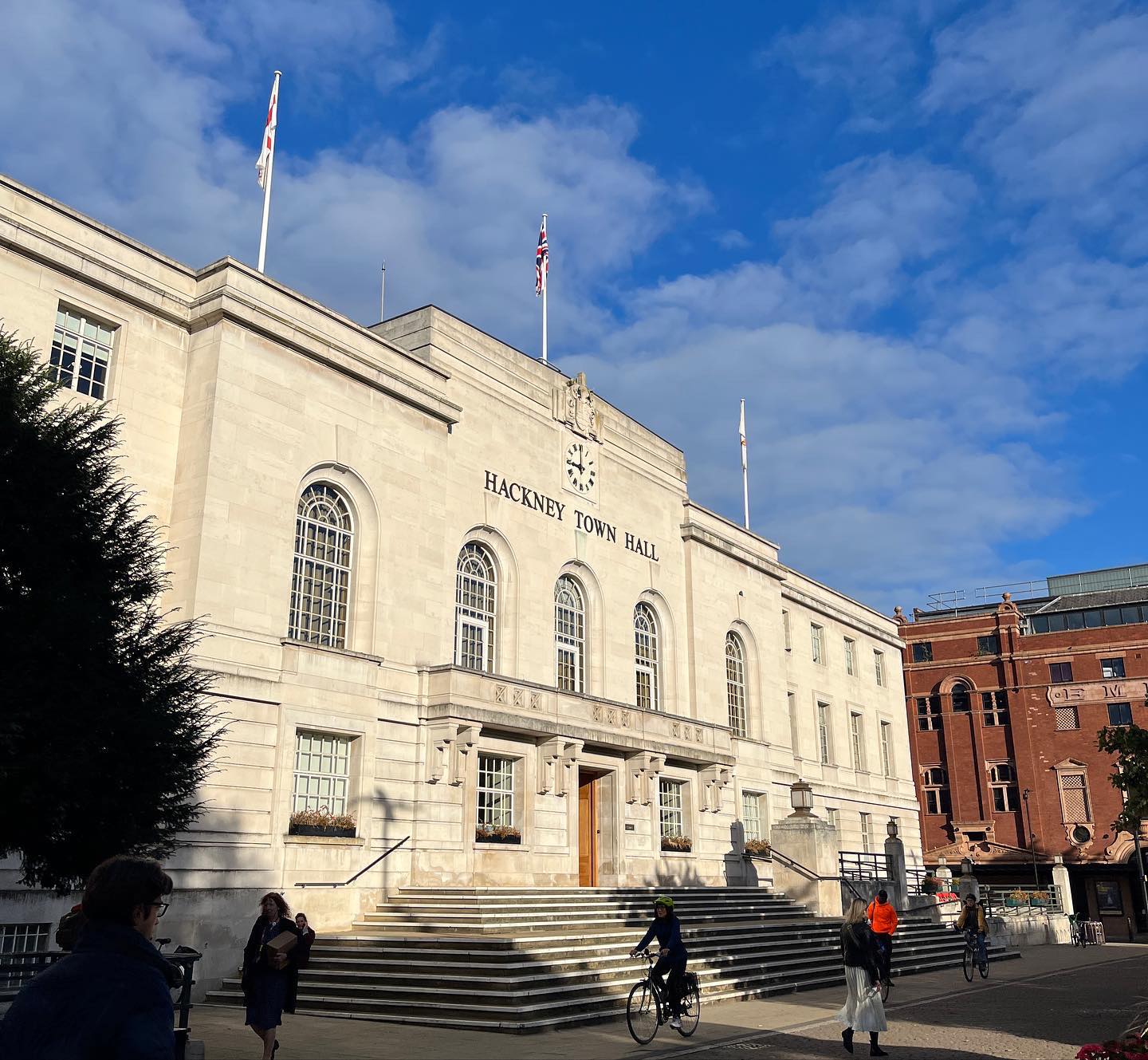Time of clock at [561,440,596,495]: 8:59
